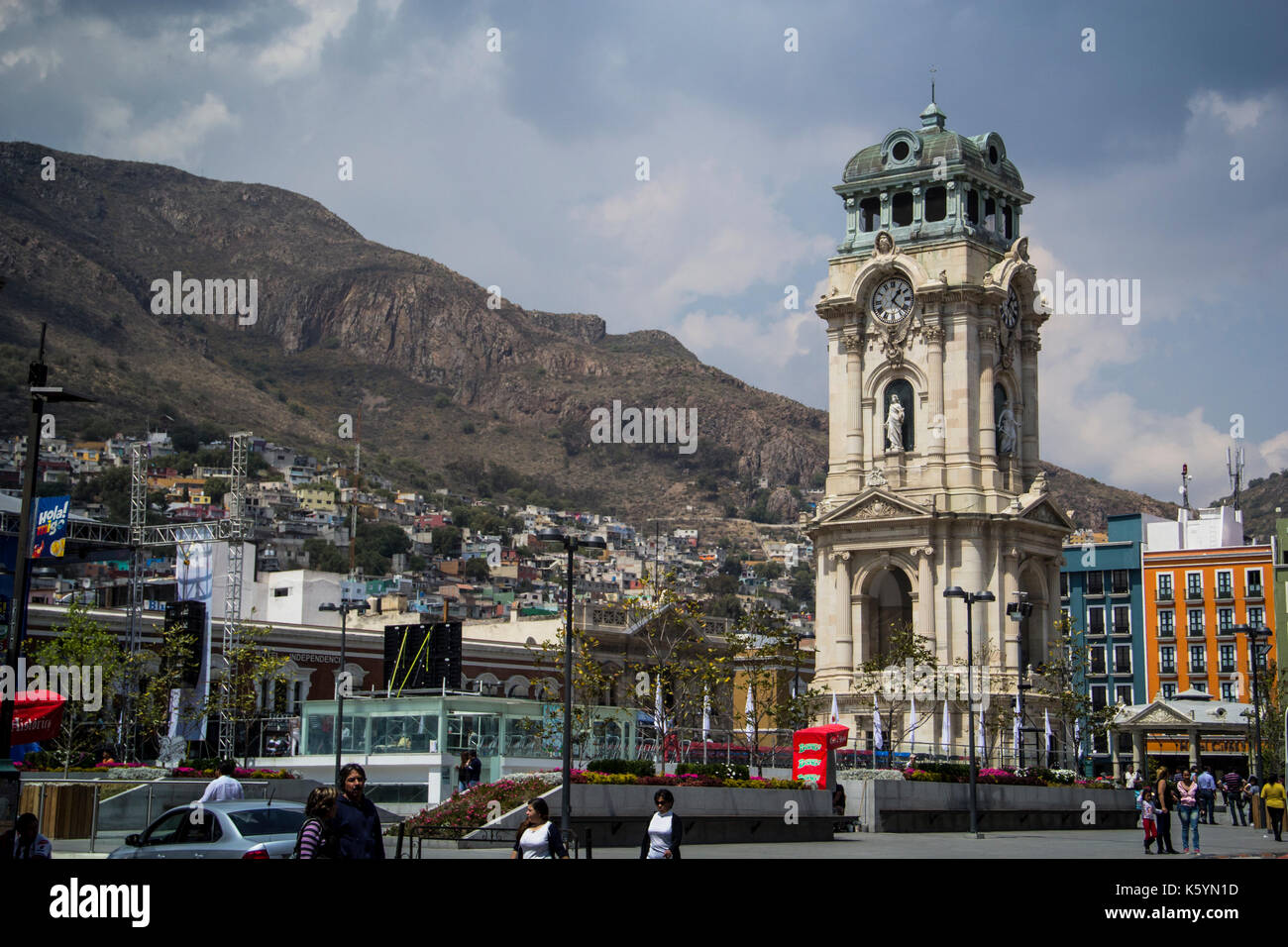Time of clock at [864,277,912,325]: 1:21
